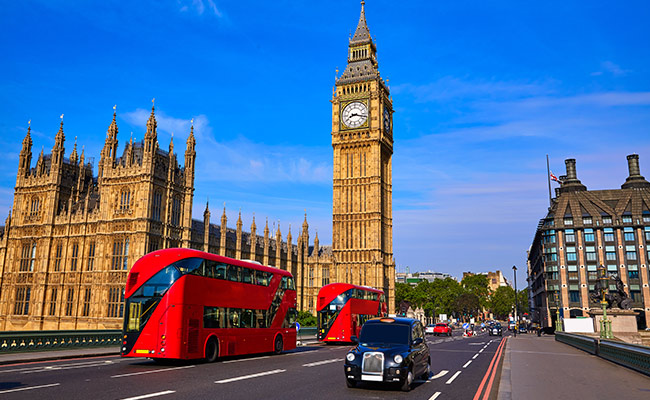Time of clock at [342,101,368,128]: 8:17
